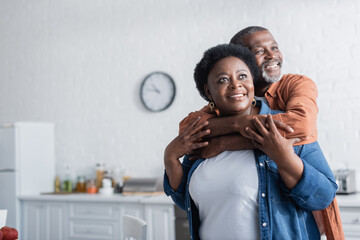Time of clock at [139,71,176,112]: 10:47
